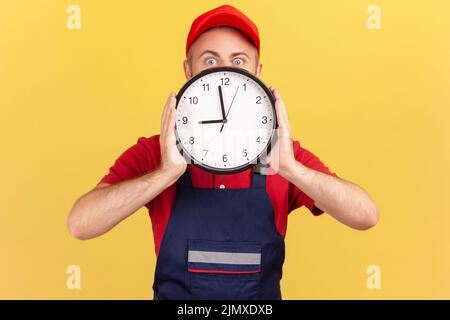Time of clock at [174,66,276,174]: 8:58
